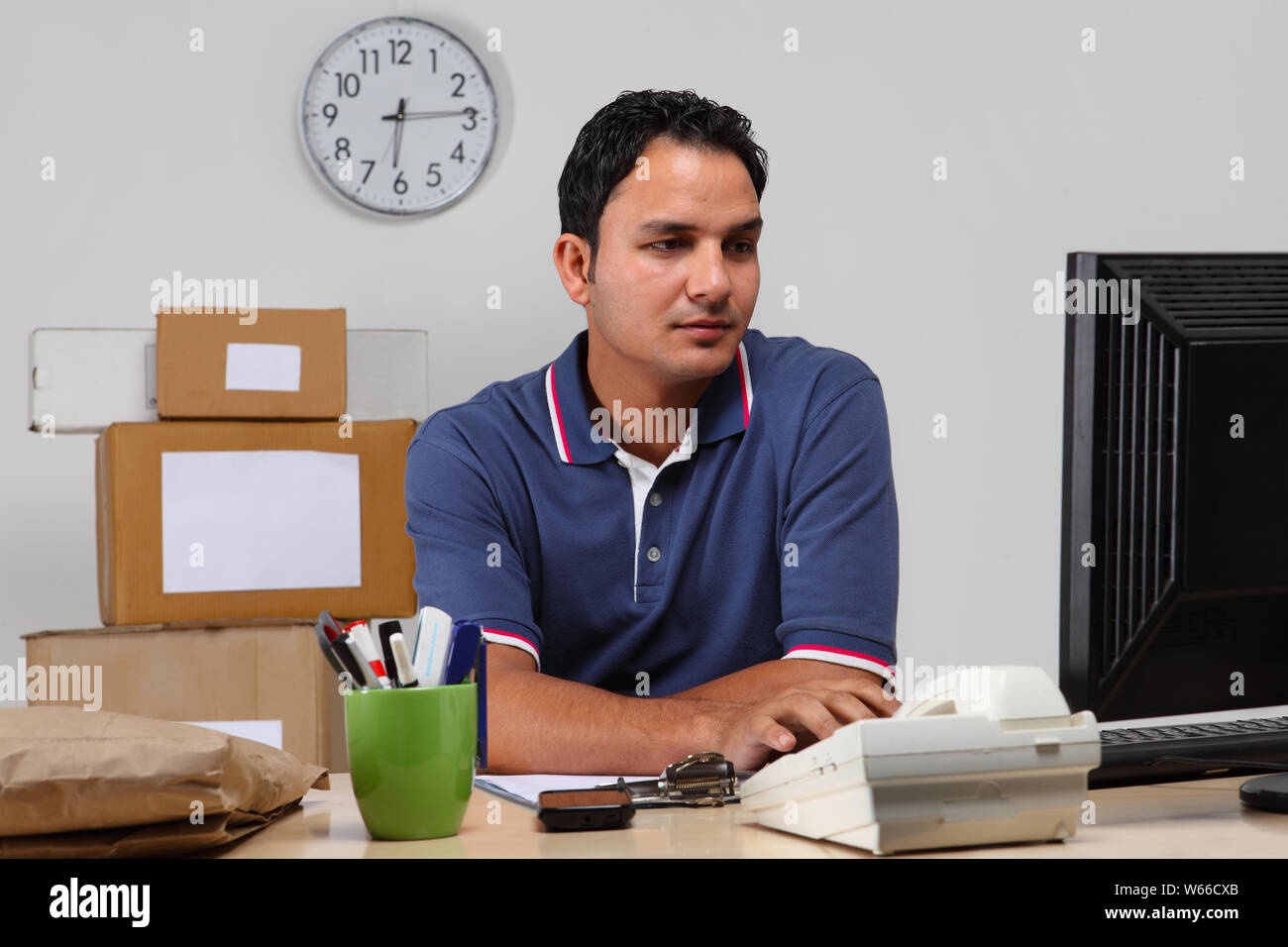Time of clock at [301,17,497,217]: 6:14
